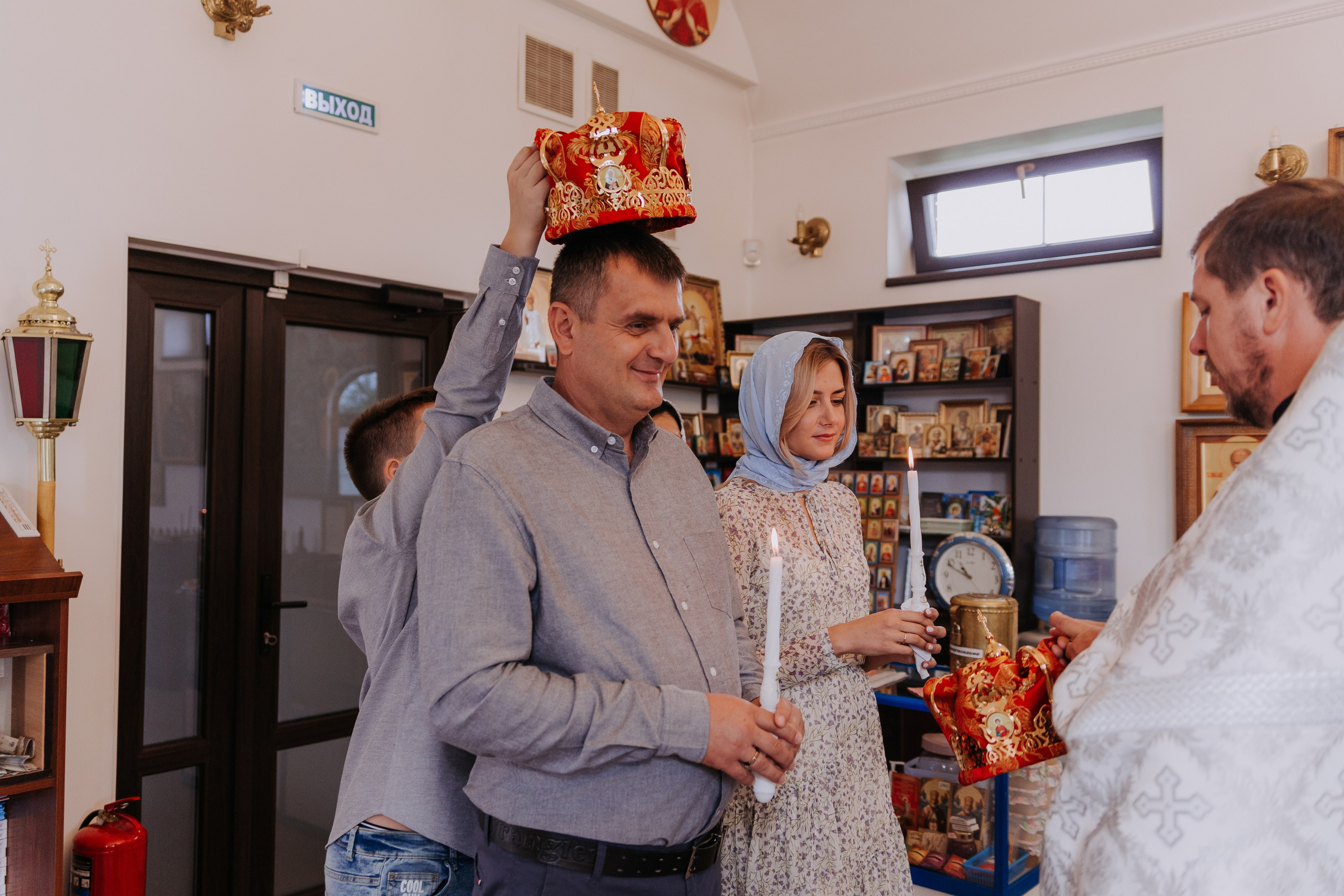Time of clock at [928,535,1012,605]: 10:49
